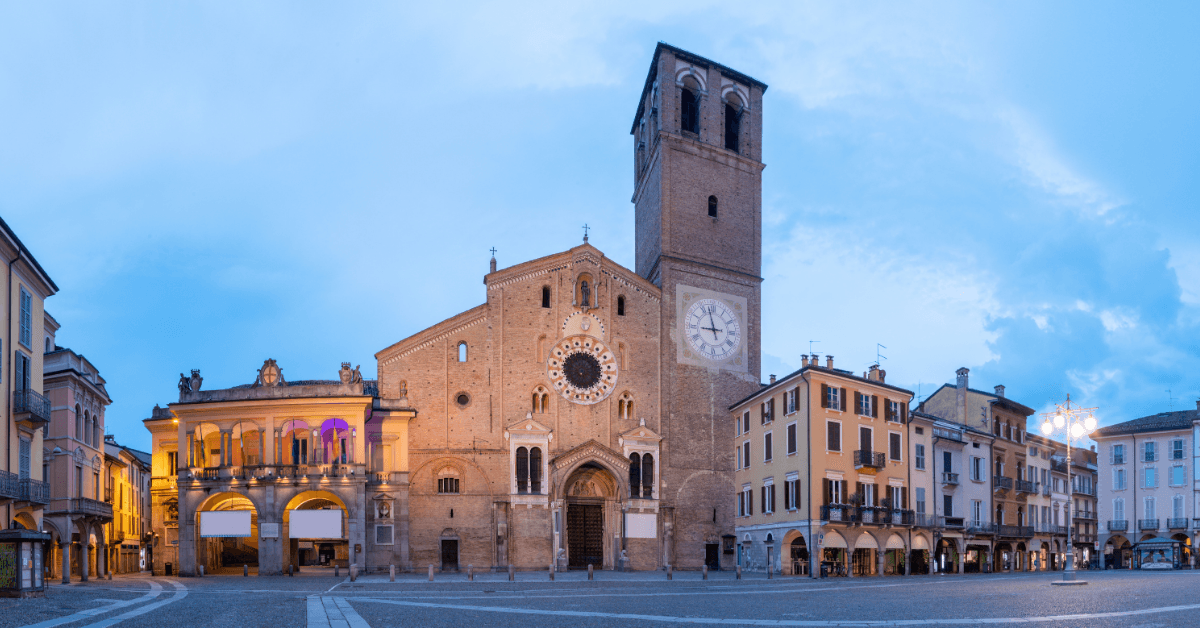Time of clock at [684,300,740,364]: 8:57
